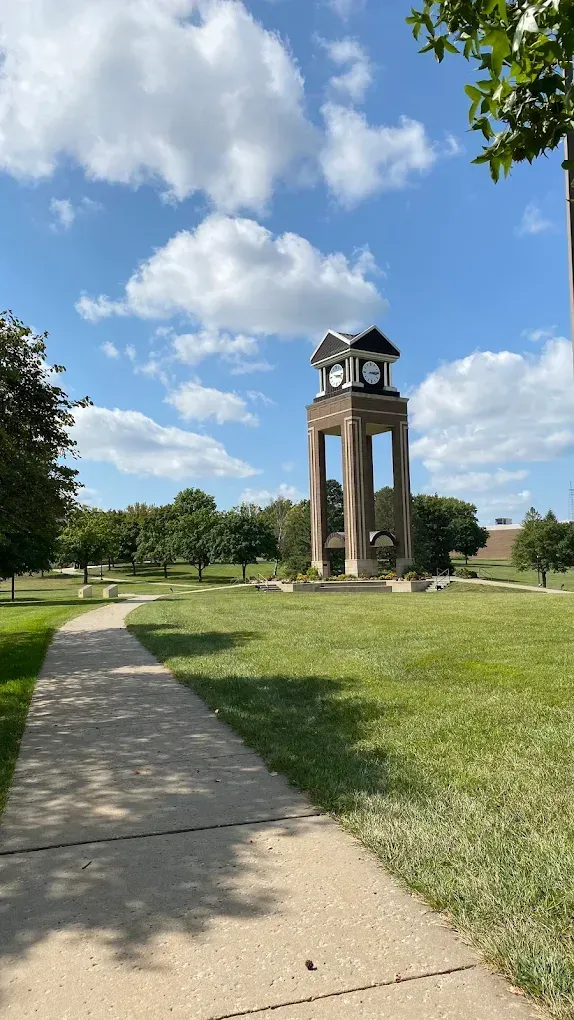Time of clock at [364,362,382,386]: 3:13
